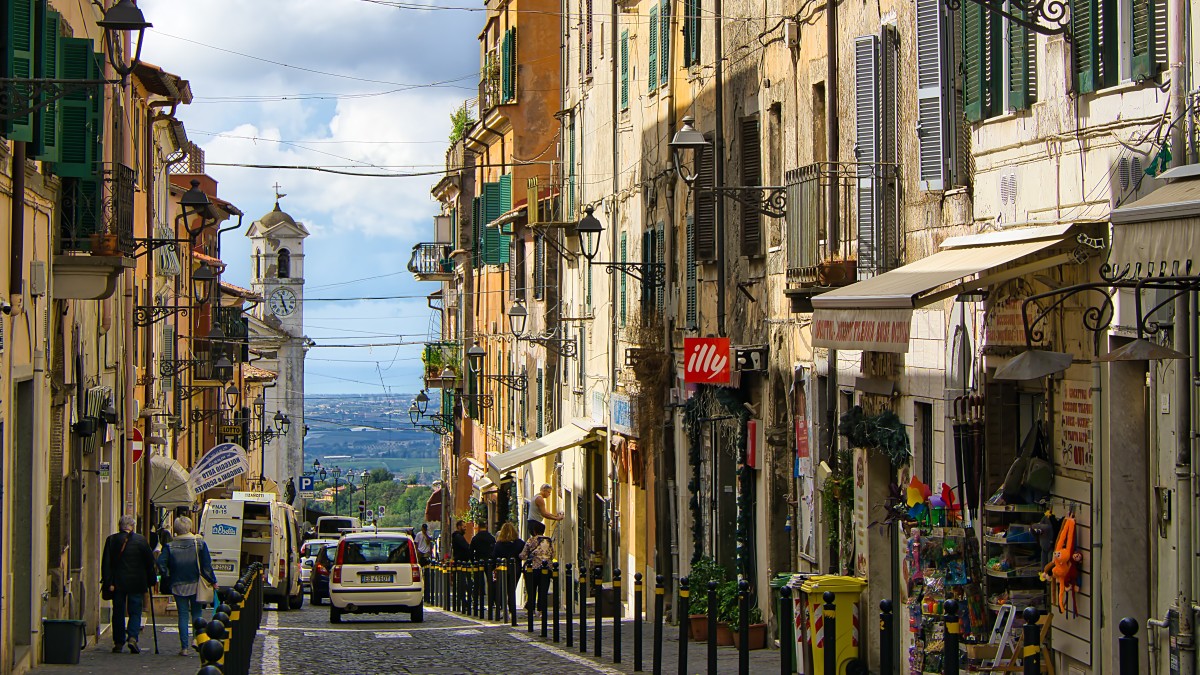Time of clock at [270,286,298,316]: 11:26
